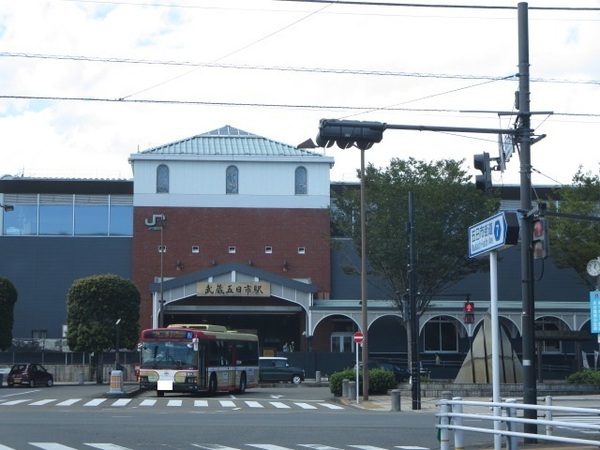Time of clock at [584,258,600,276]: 12:23
